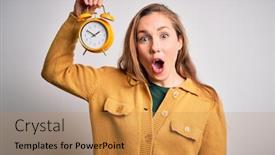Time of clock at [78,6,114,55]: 1:50
